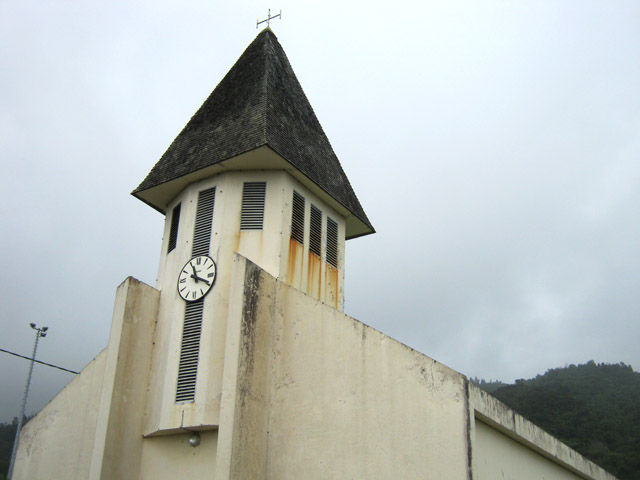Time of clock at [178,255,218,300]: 11:18
